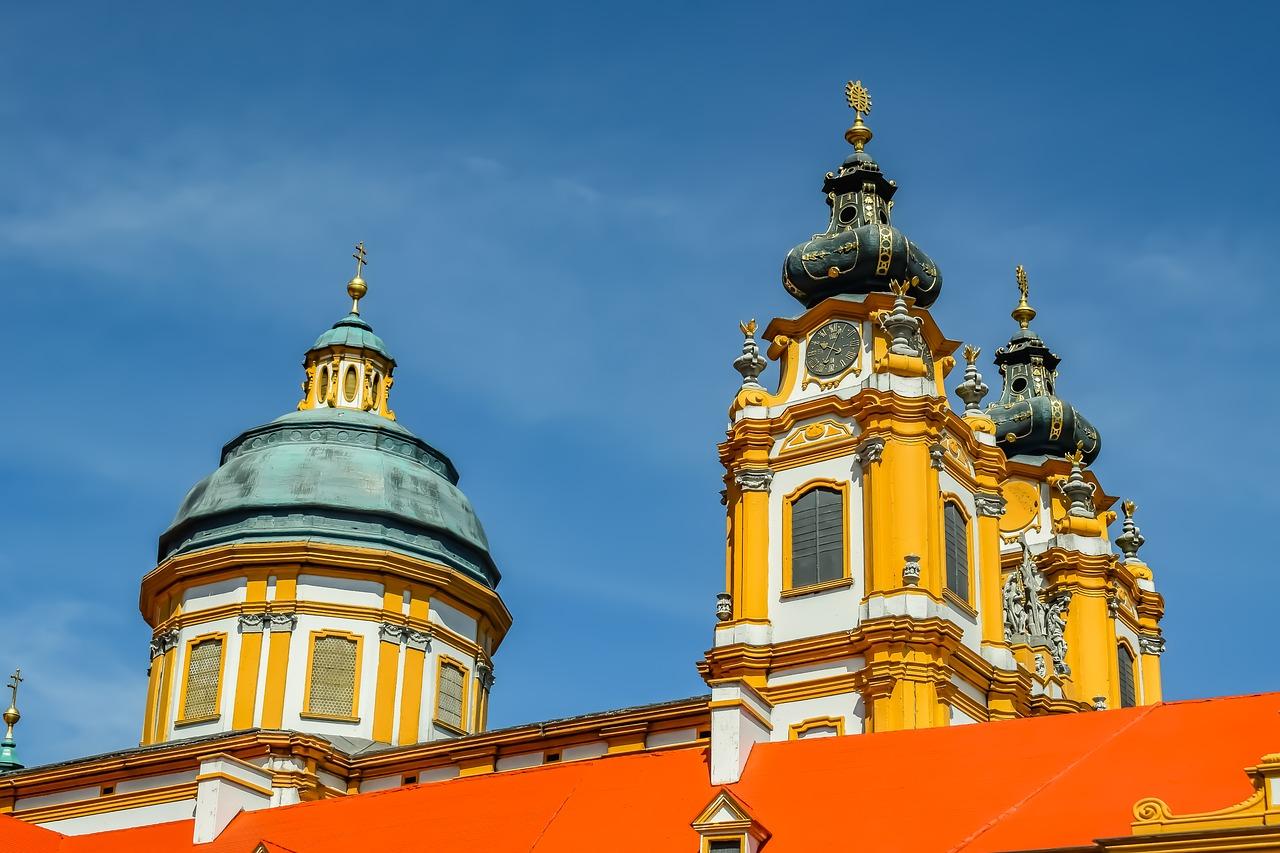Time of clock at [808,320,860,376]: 10:03
